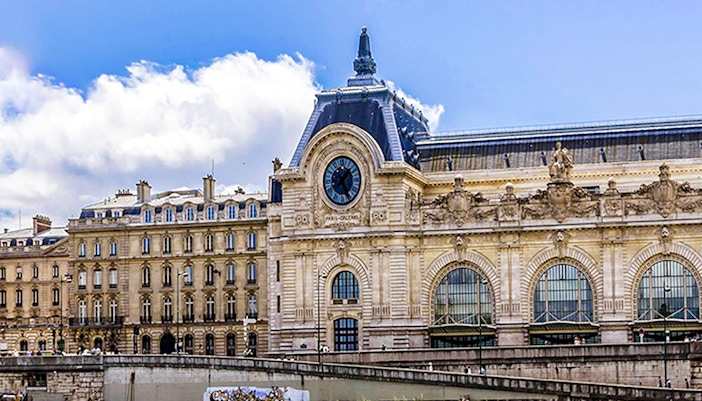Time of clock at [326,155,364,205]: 1:24
